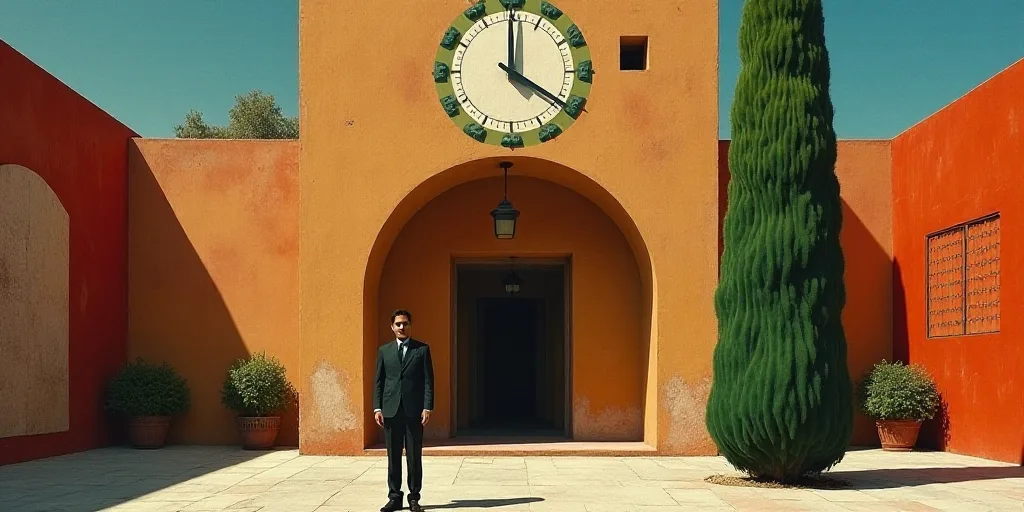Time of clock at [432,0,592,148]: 4:00
